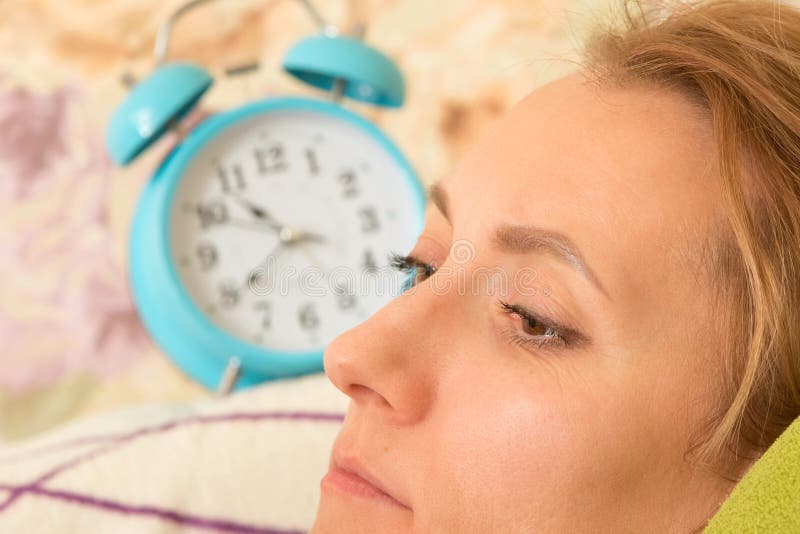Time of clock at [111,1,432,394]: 10:39
